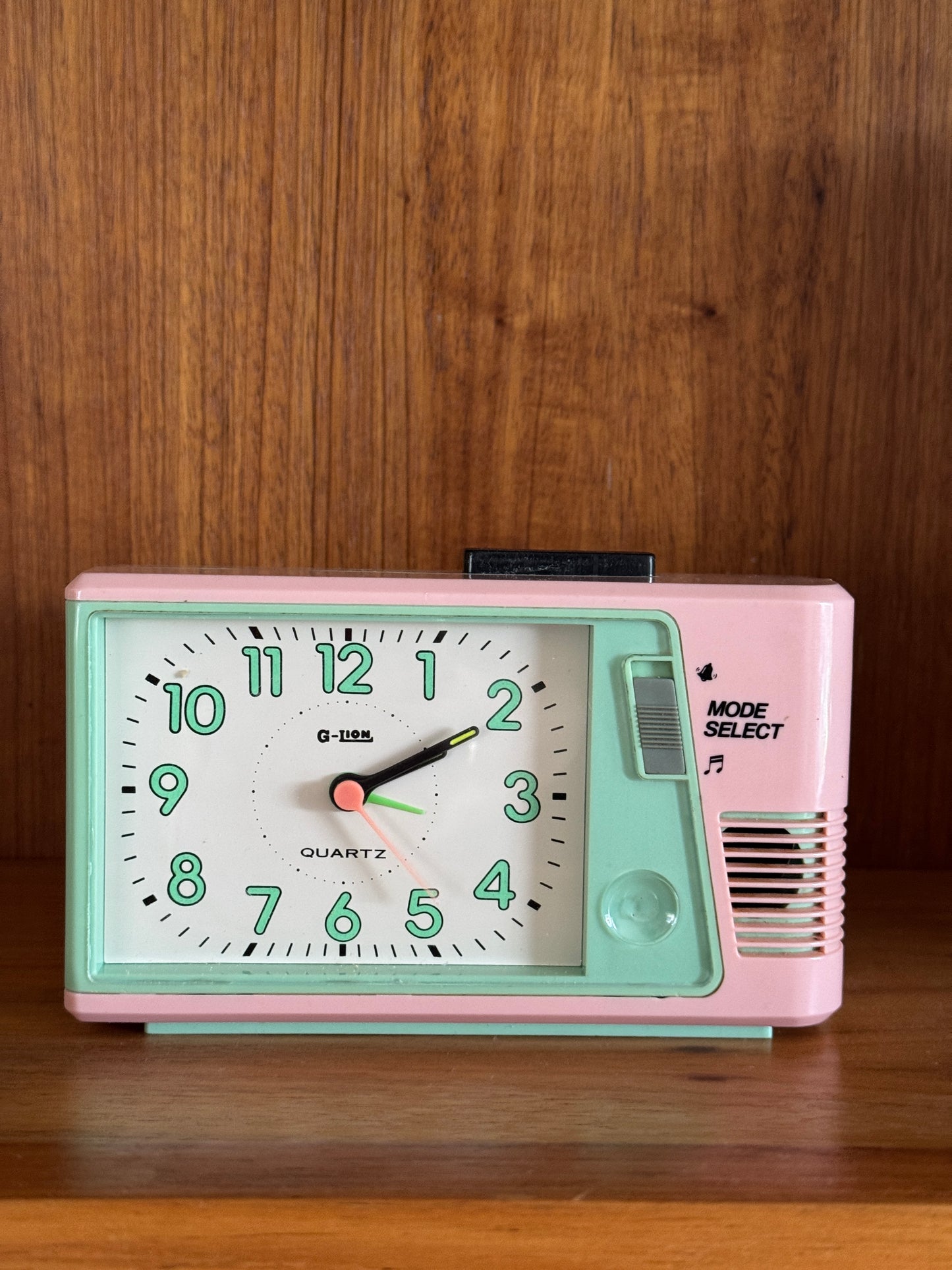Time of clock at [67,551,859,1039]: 2:10
